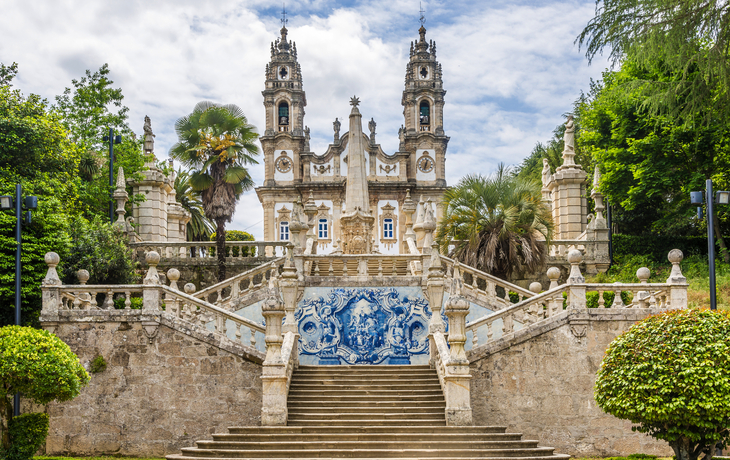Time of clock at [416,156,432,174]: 12:32
